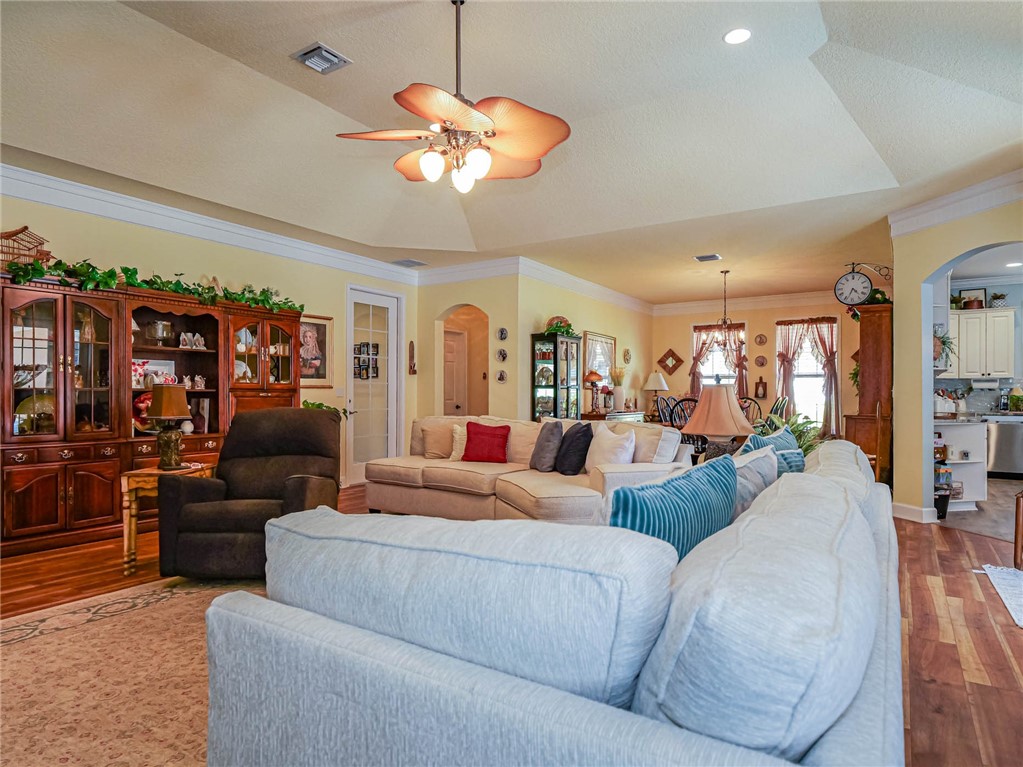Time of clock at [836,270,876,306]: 4:33
